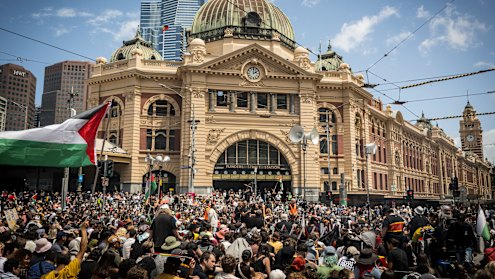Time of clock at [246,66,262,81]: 2:00
